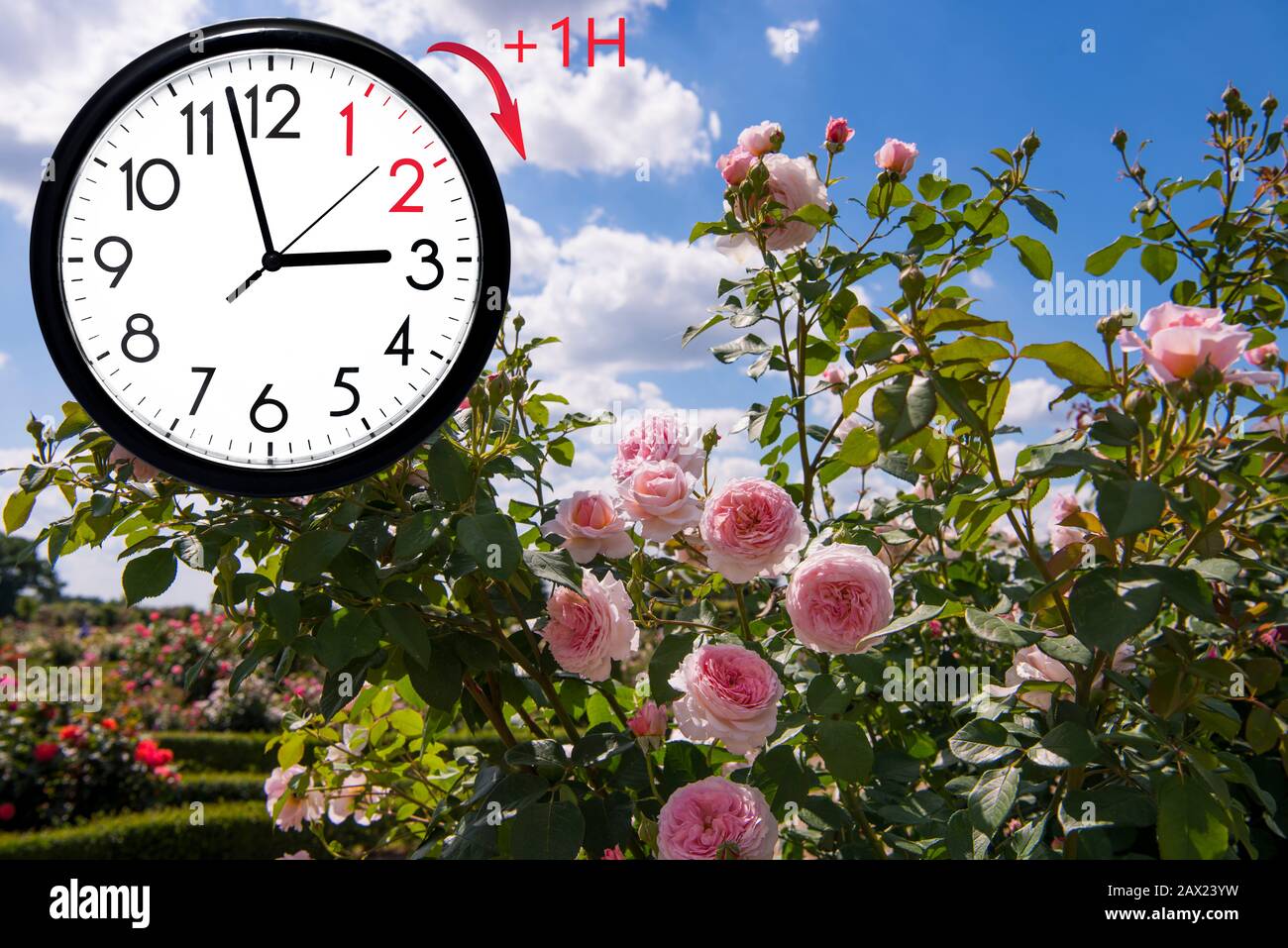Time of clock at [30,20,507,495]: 2:57
